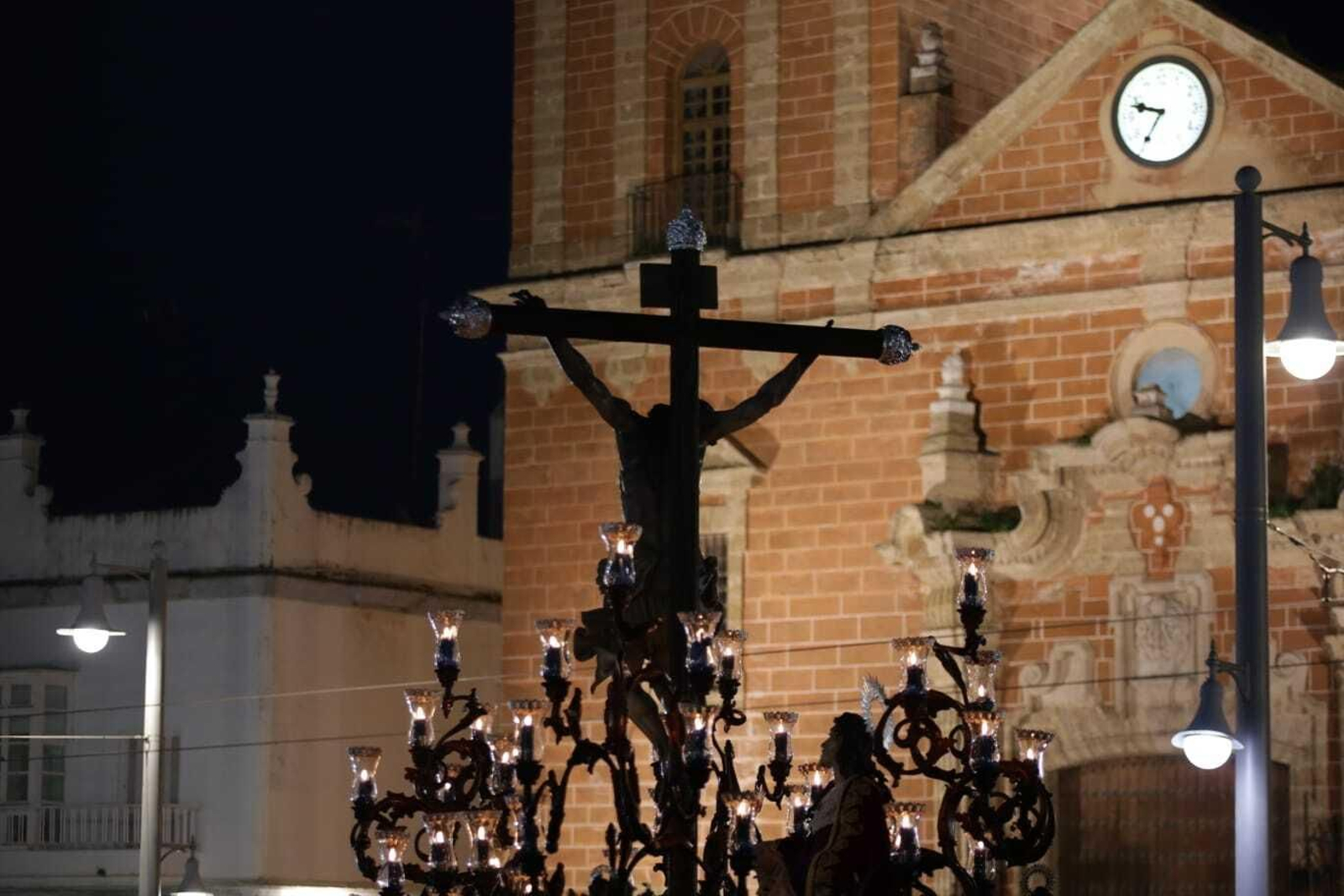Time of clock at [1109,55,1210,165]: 9:35
